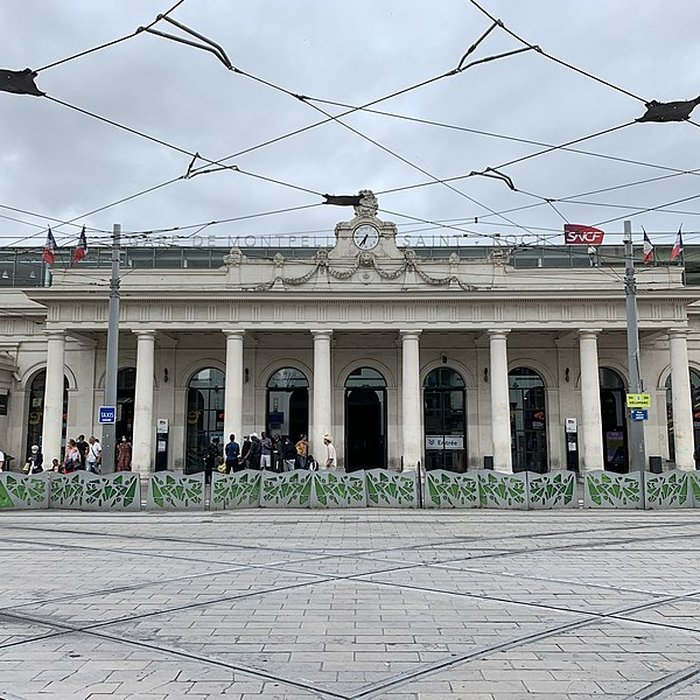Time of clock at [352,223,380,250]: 6:36
